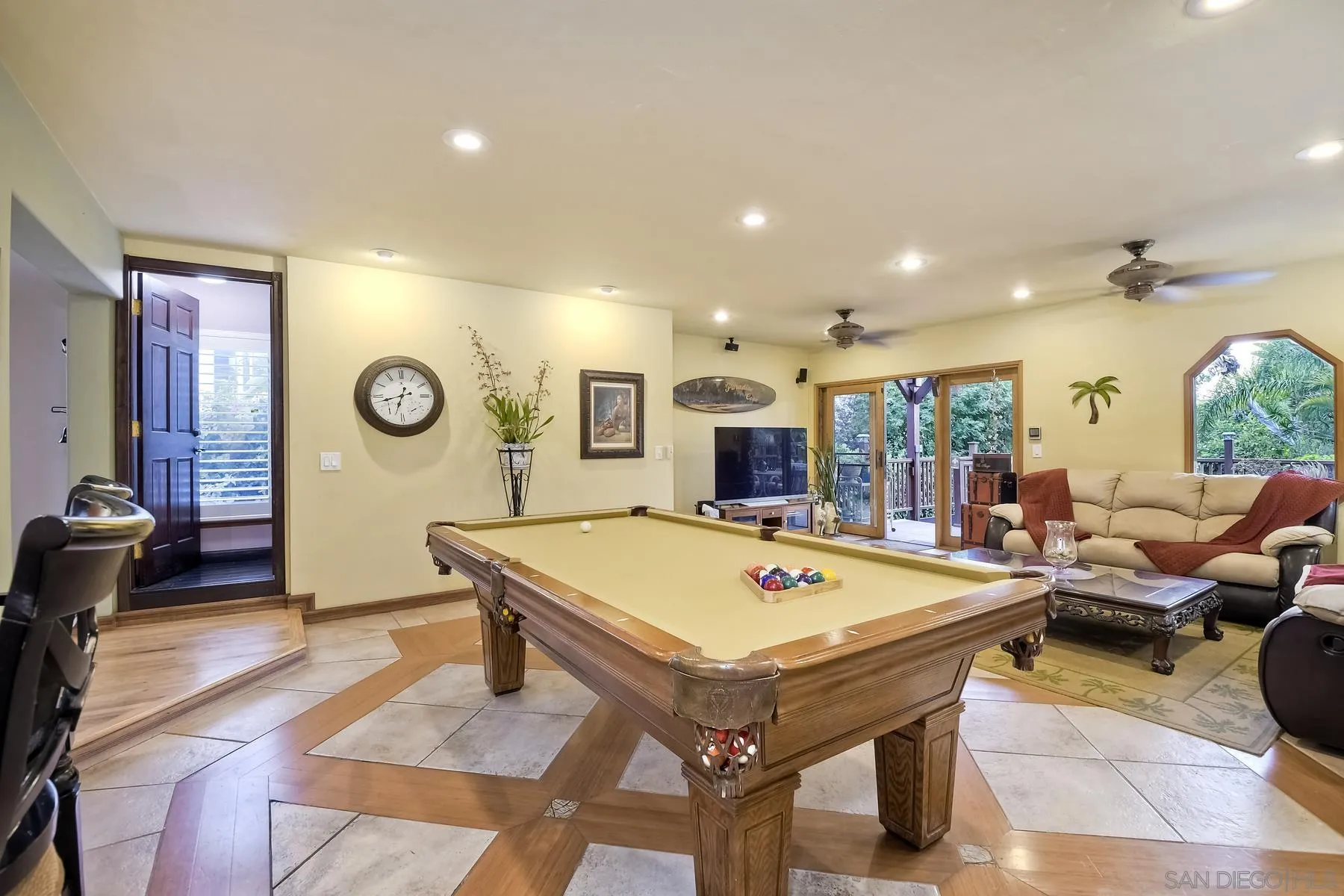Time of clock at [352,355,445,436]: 6:42
